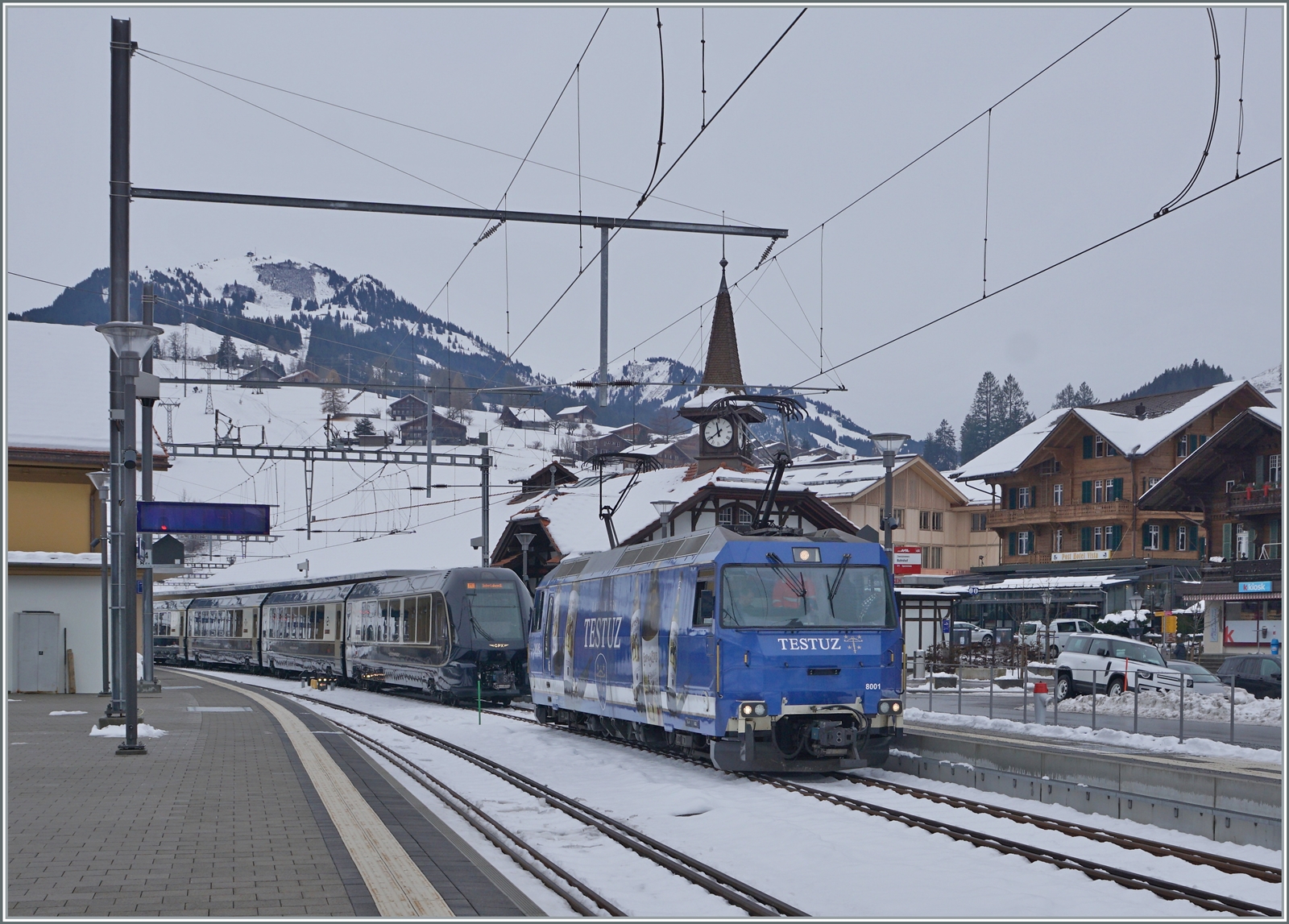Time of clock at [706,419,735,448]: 11:38
